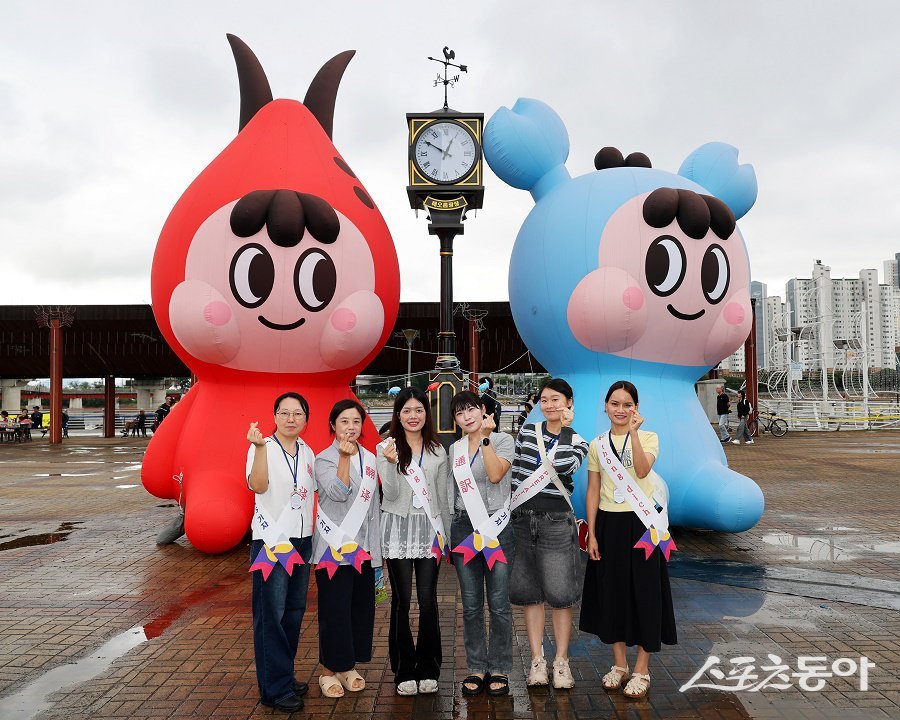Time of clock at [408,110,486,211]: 12:50
